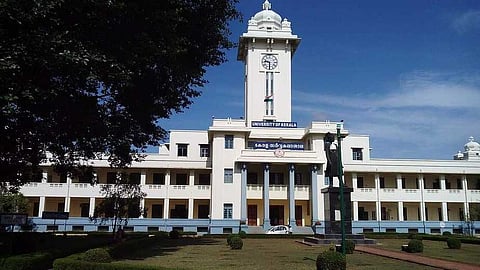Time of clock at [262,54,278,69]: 9:30
